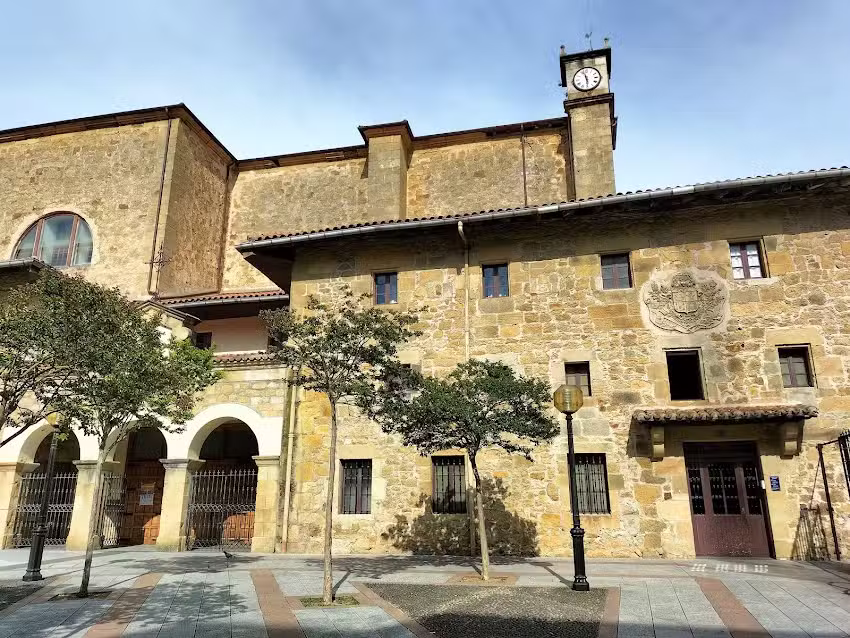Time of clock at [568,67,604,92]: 11:29
